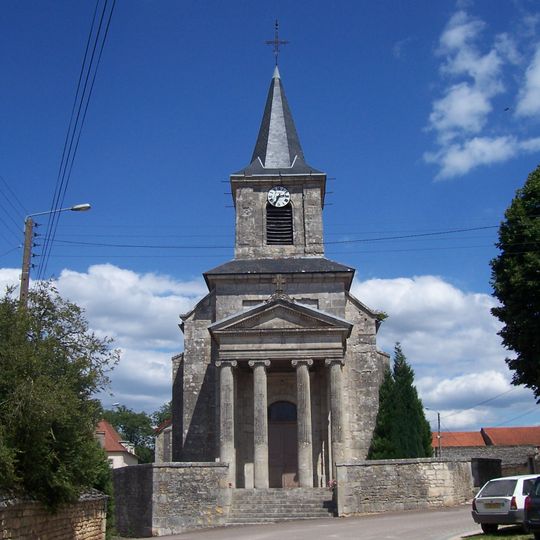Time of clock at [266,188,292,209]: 2:34
